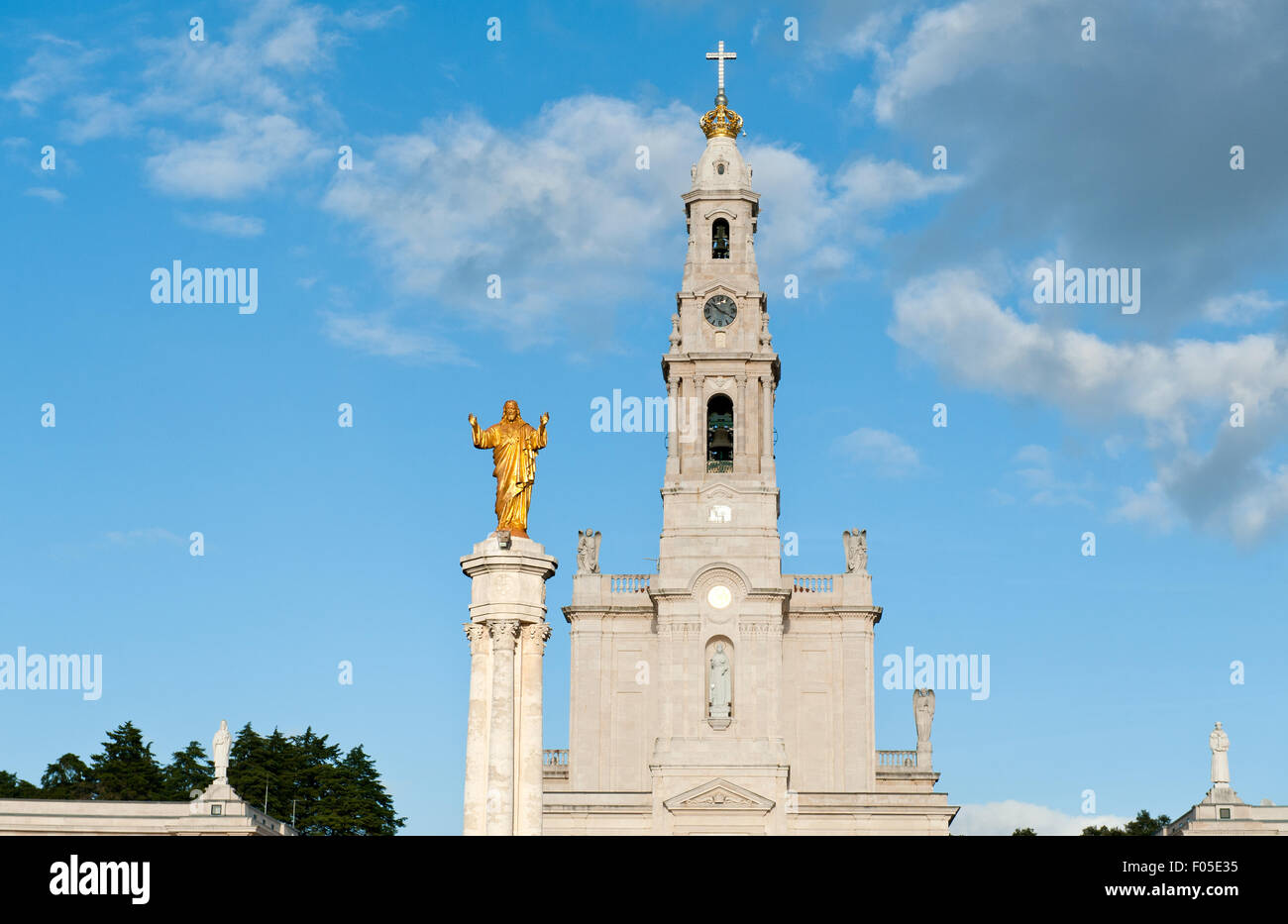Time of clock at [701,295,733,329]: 10:19
